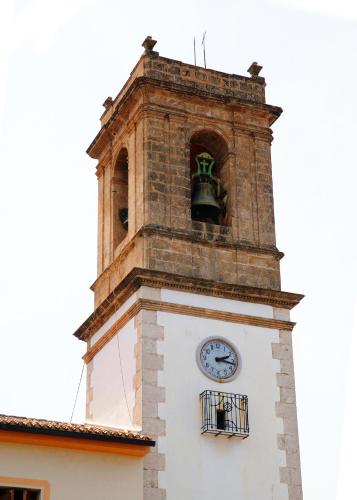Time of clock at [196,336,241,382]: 2:16
